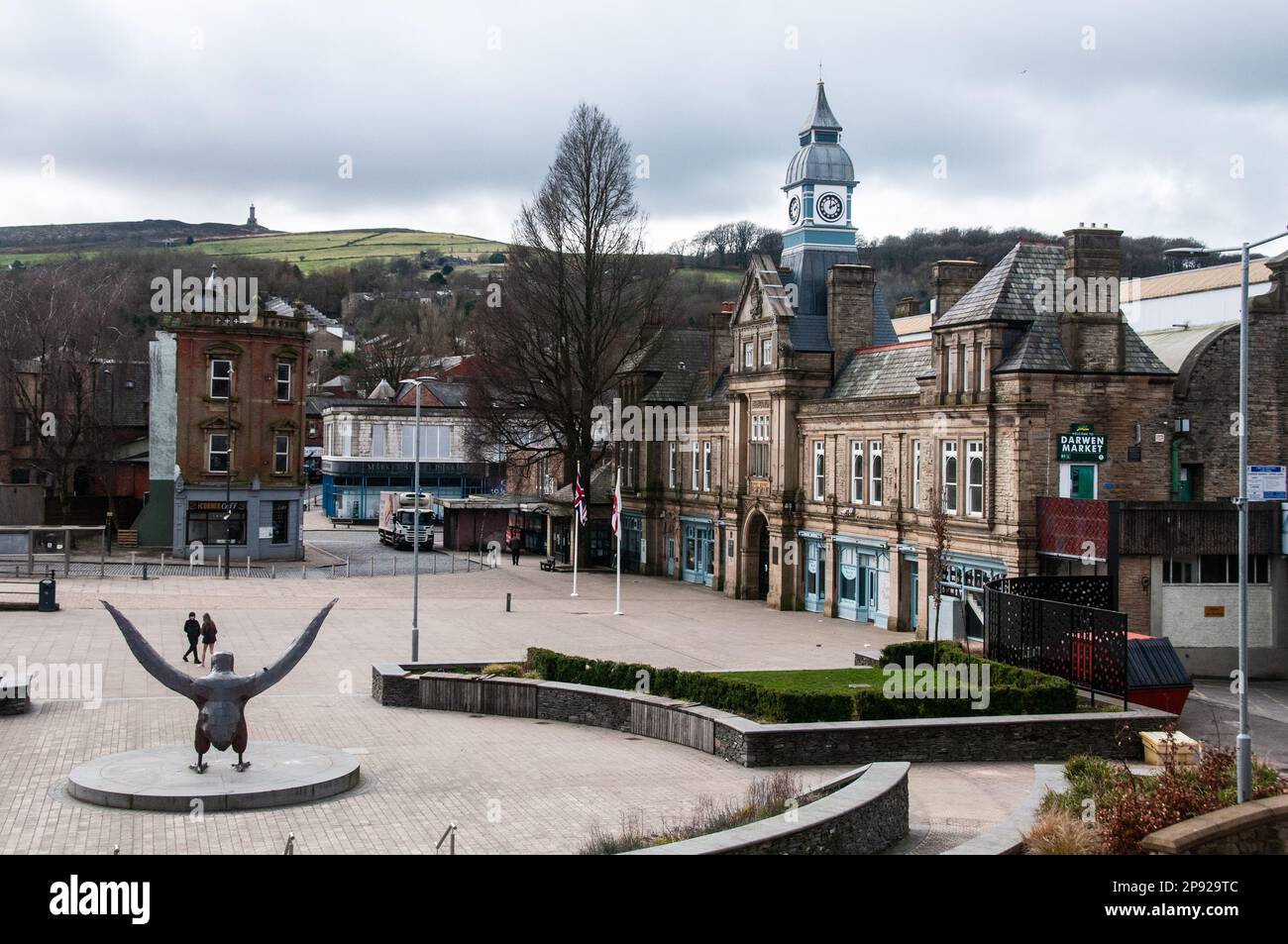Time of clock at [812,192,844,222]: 2:00
